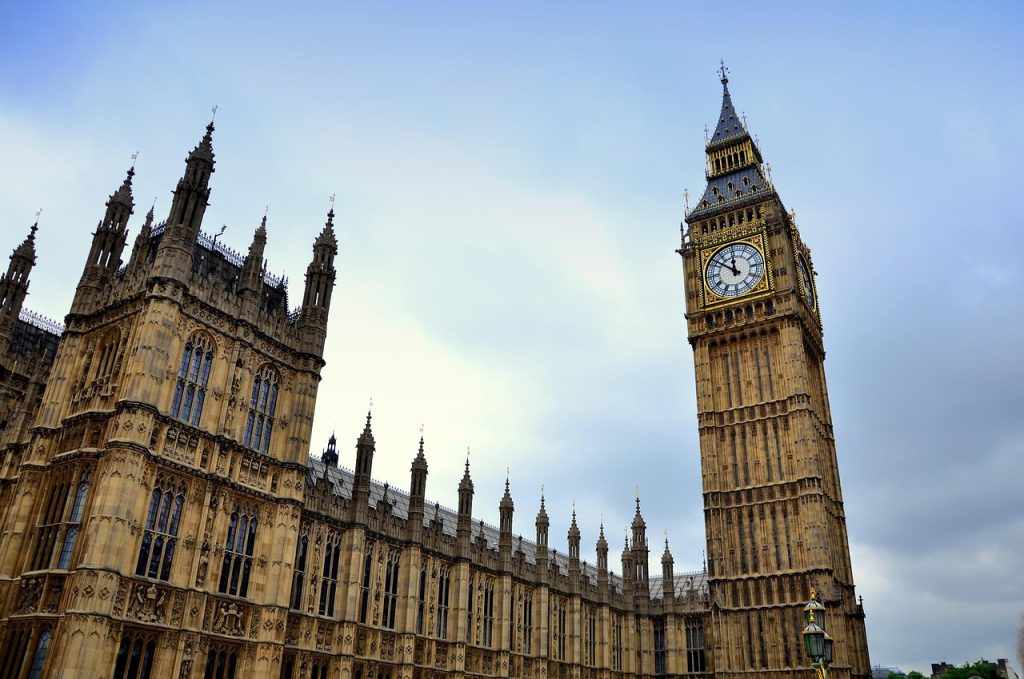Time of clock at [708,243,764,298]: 11:51
